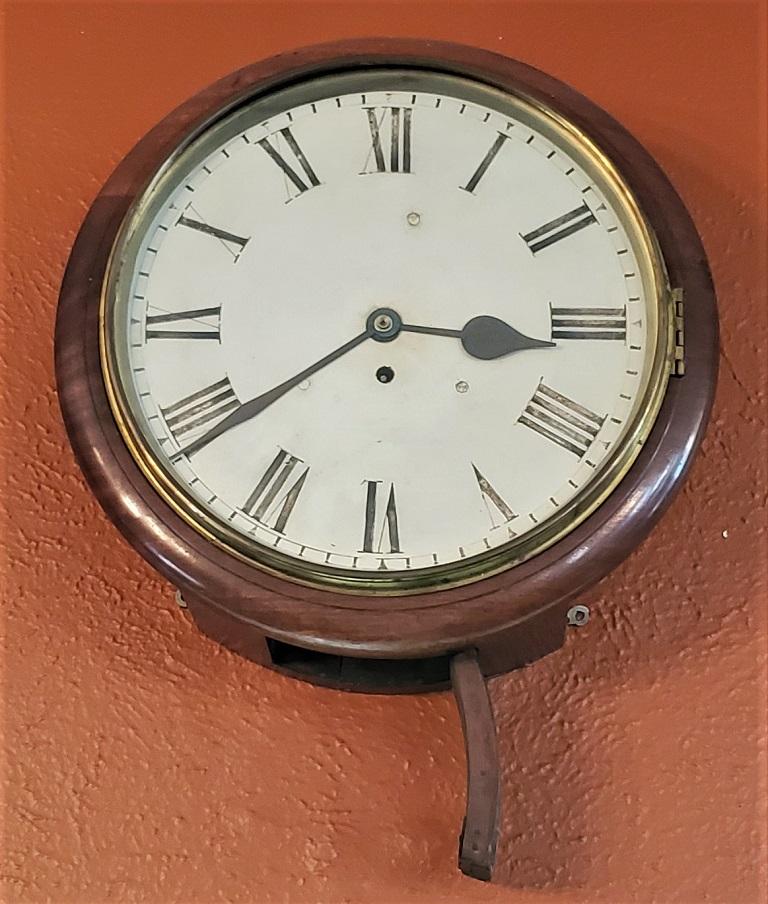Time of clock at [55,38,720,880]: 3:15
